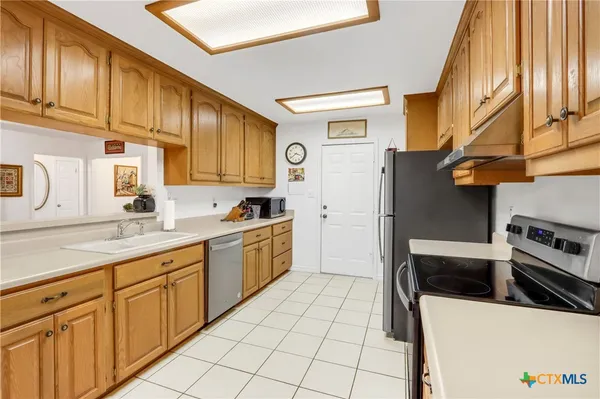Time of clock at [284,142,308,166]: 3:38
